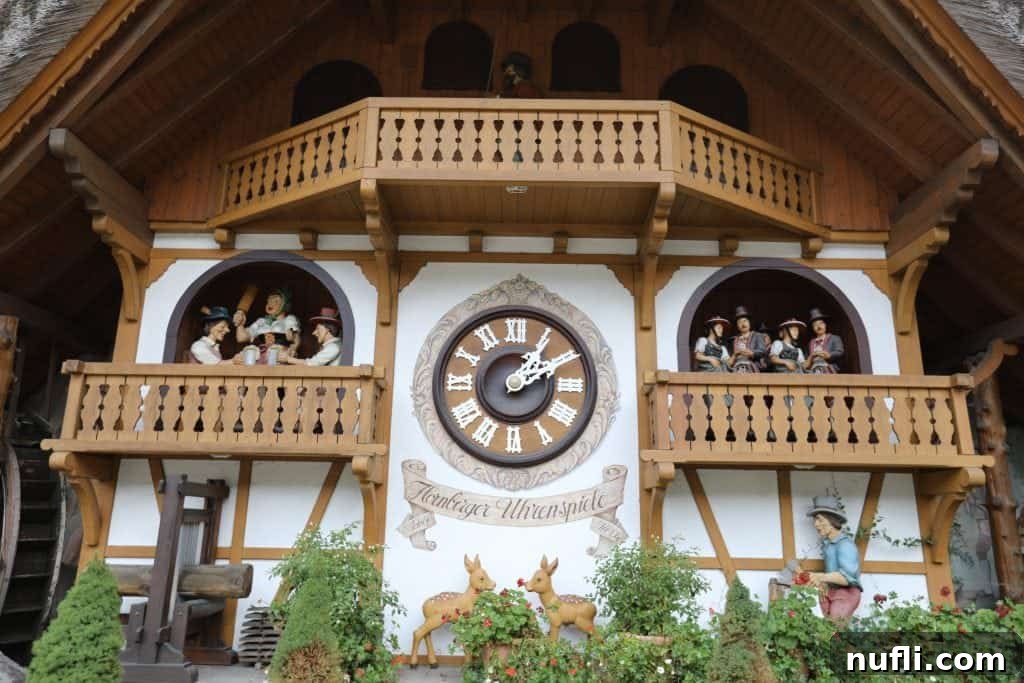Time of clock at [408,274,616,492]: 1:10
